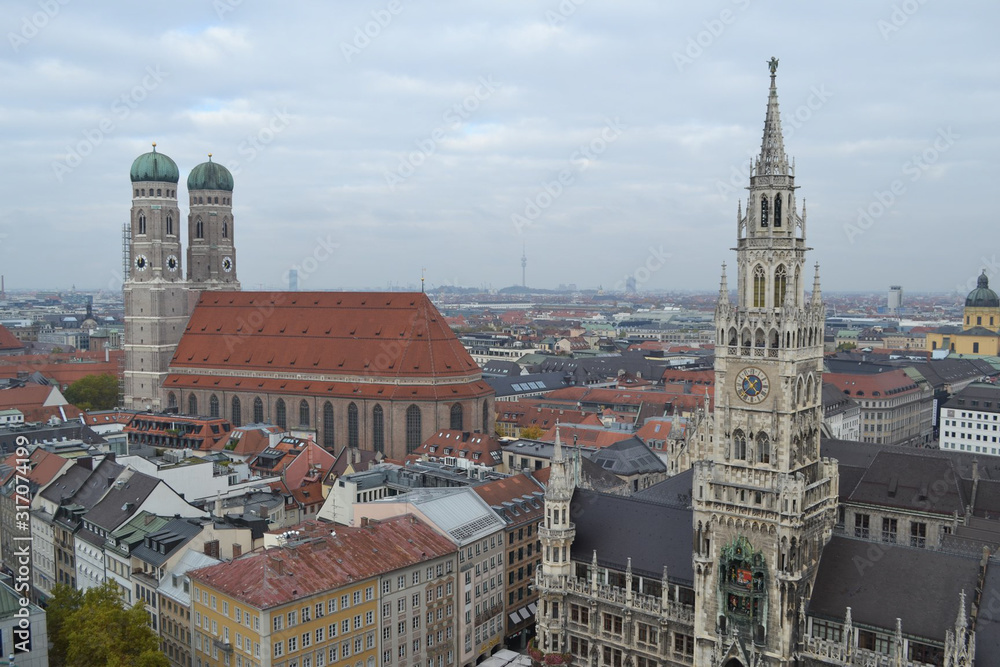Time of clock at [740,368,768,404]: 1:37
